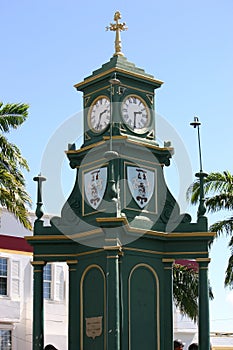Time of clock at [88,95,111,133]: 2:33
